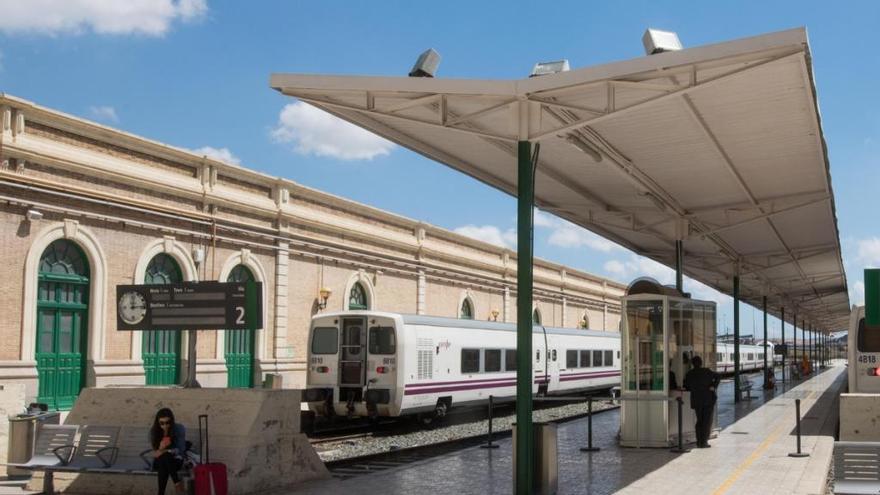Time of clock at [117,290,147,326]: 12:14
